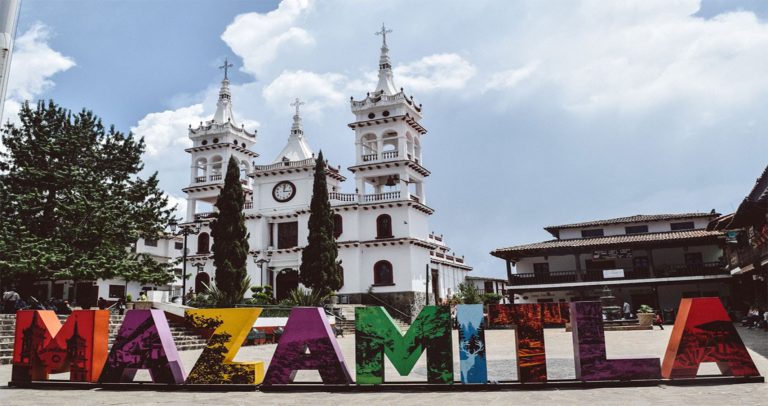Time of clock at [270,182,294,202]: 3:01
